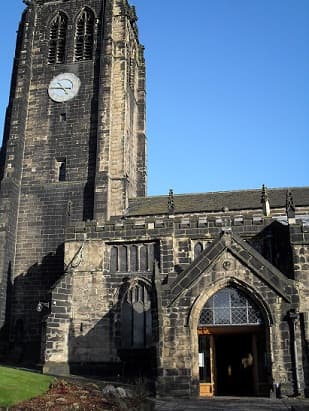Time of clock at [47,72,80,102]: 4:45
